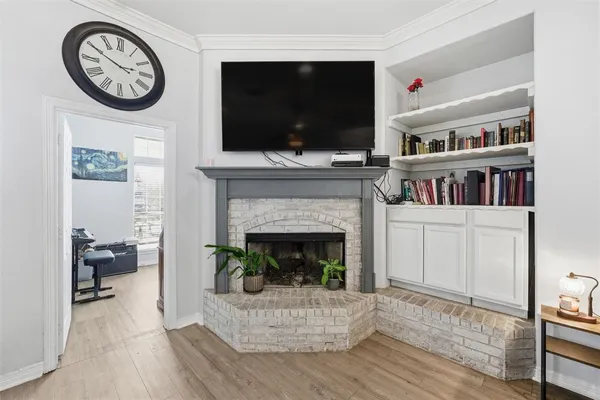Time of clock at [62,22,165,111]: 2:49
